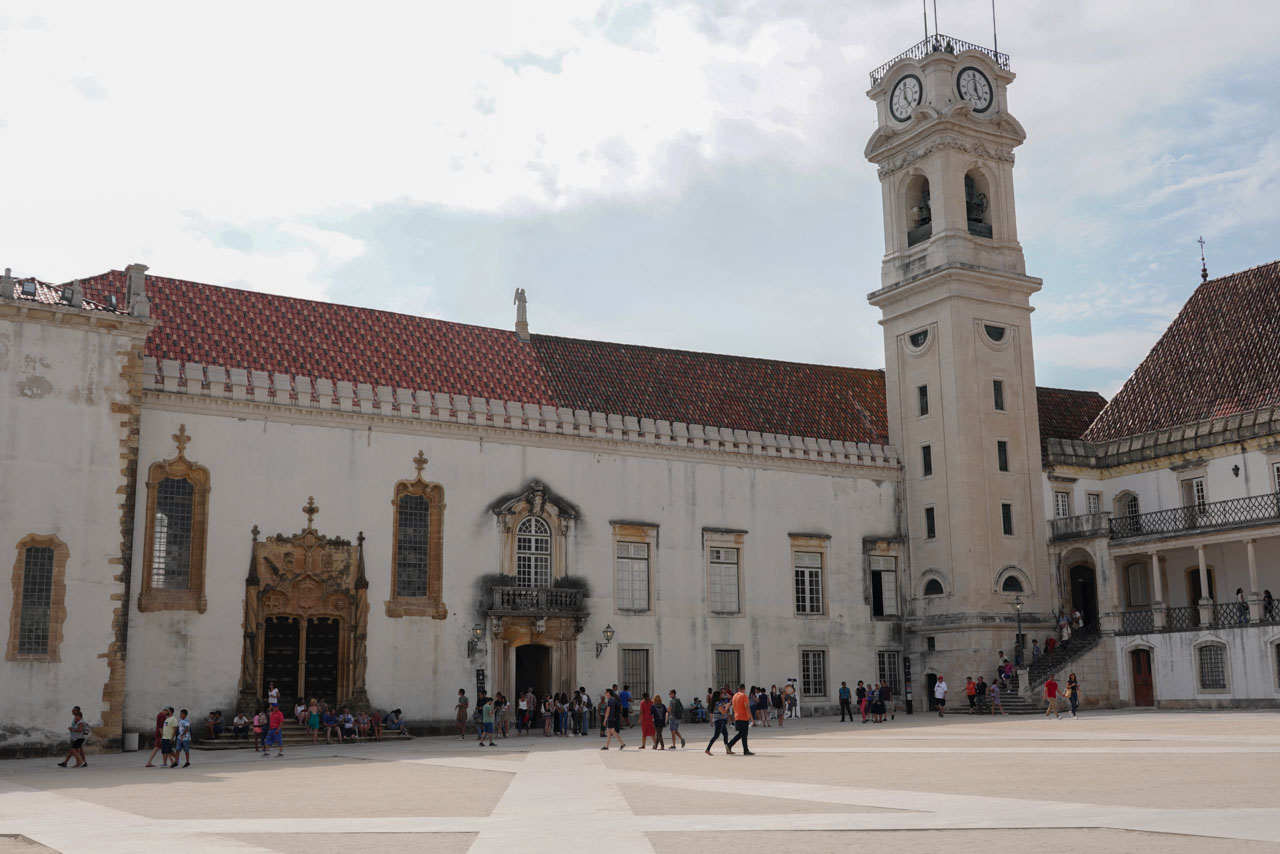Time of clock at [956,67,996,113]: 4:59
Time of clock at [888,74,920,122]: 4:59
